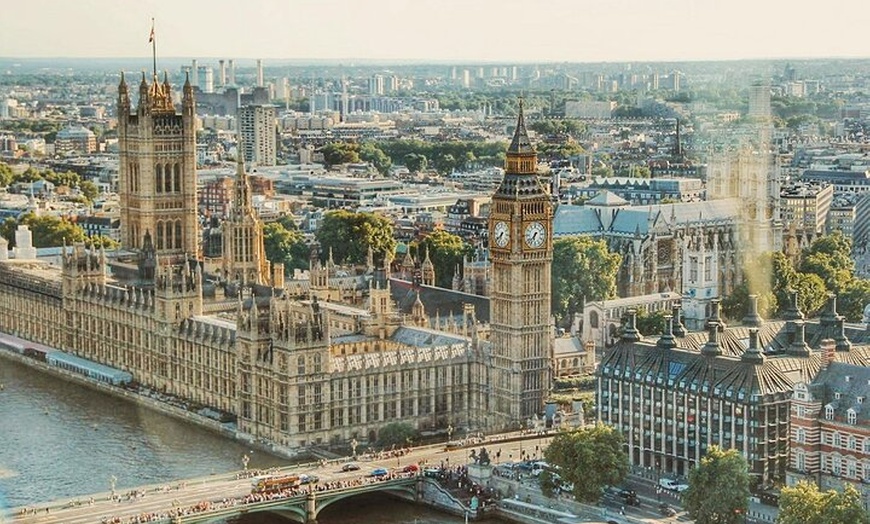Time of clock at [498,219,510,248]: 6:38
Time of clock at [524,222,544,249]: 6:37
